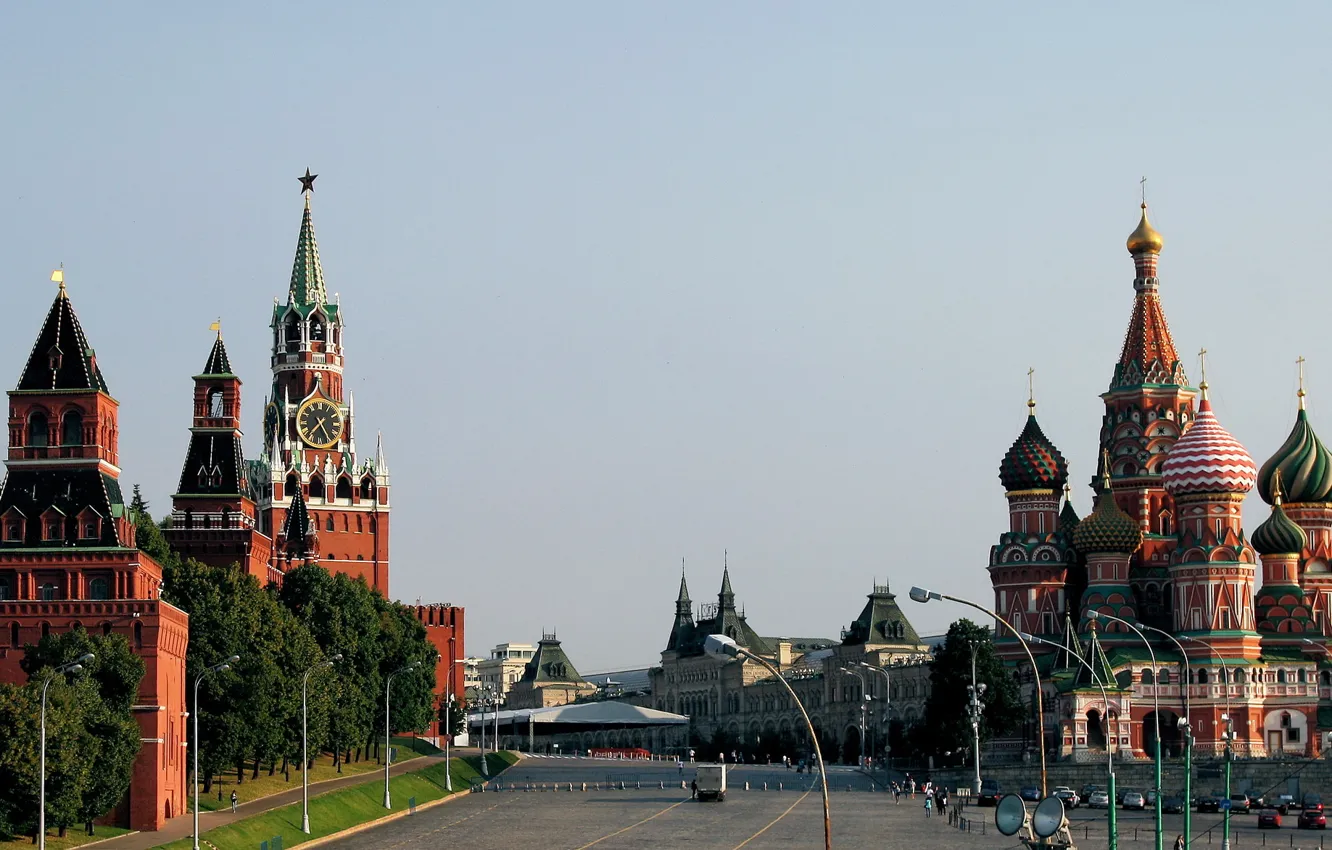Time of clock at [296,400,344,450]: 7:25
